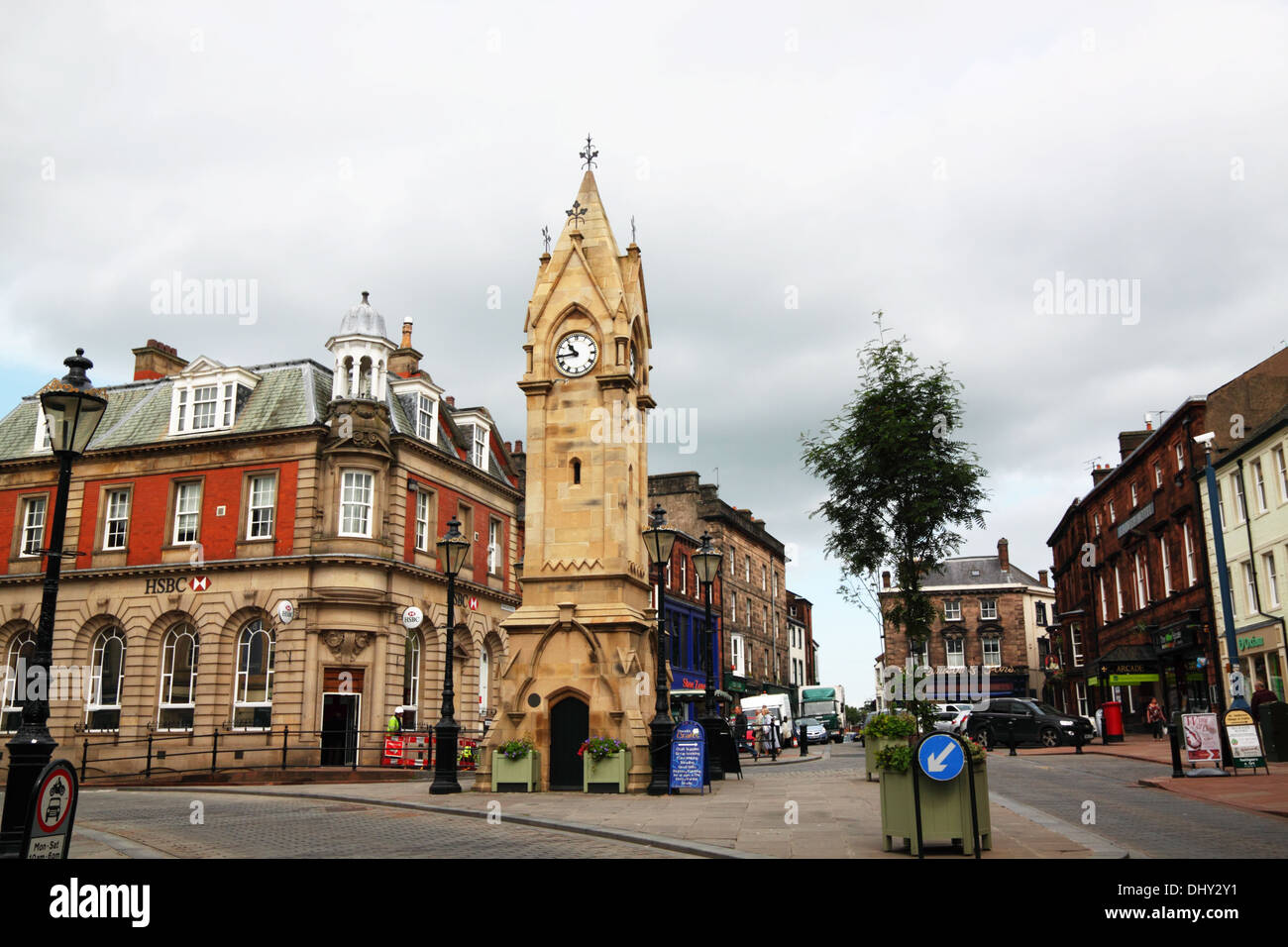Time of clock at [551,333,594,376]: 10:44
